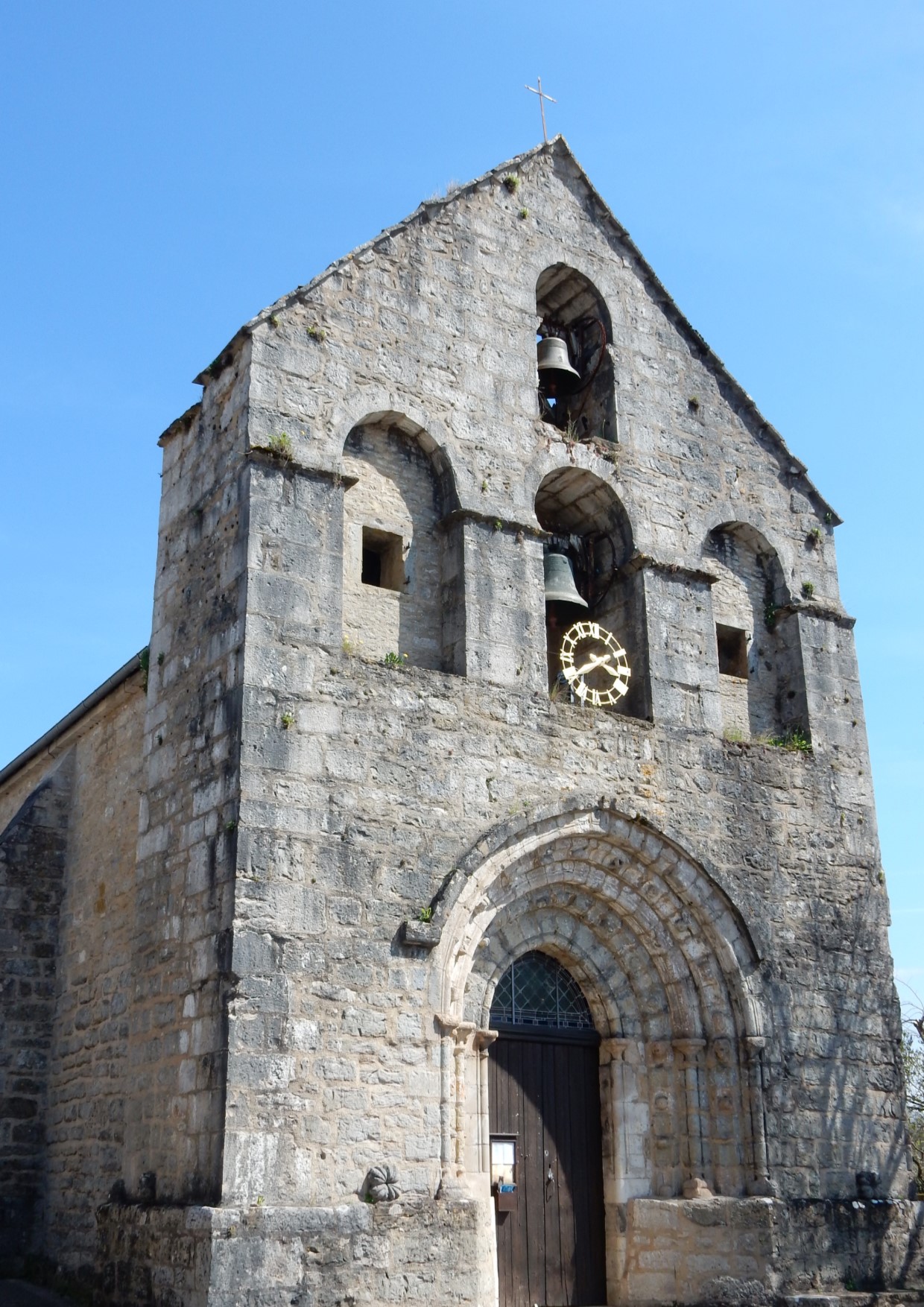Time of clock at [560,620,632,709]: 3:40
